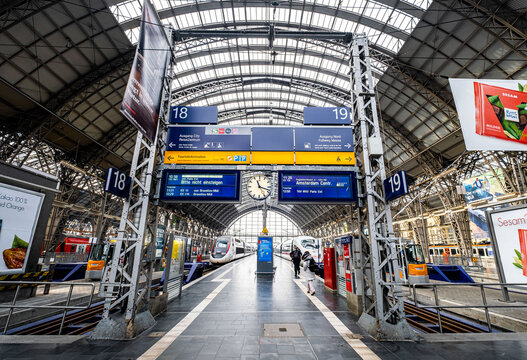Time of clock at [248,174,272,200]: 11:18
